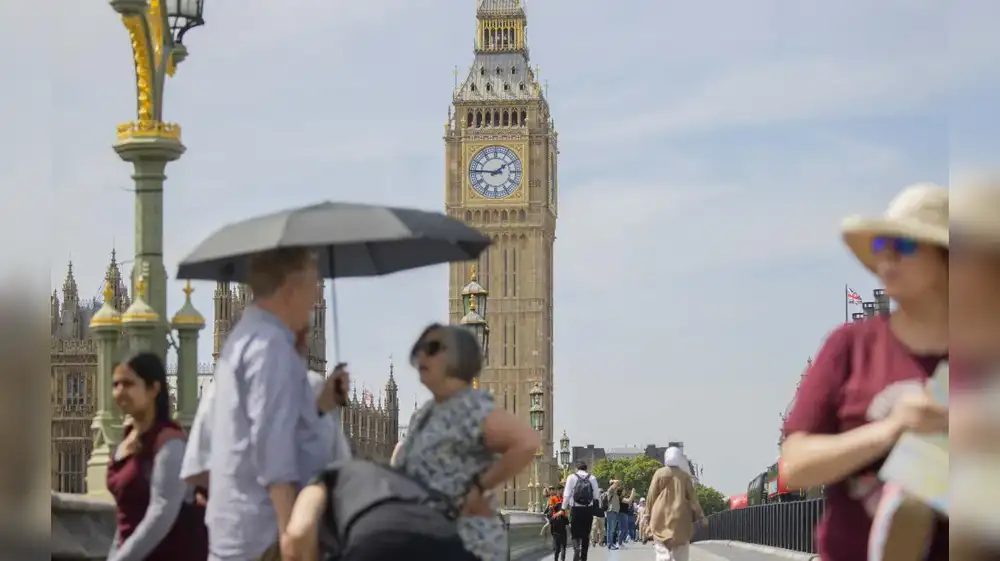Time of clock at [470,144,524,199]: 1:46
